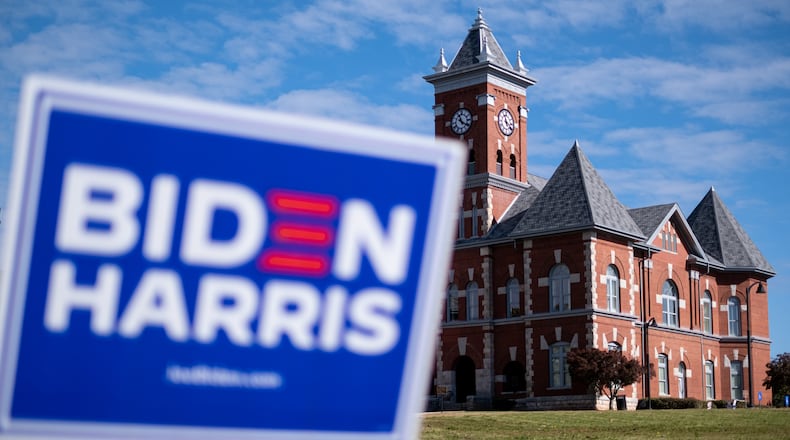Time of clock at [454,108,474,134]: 11:20
